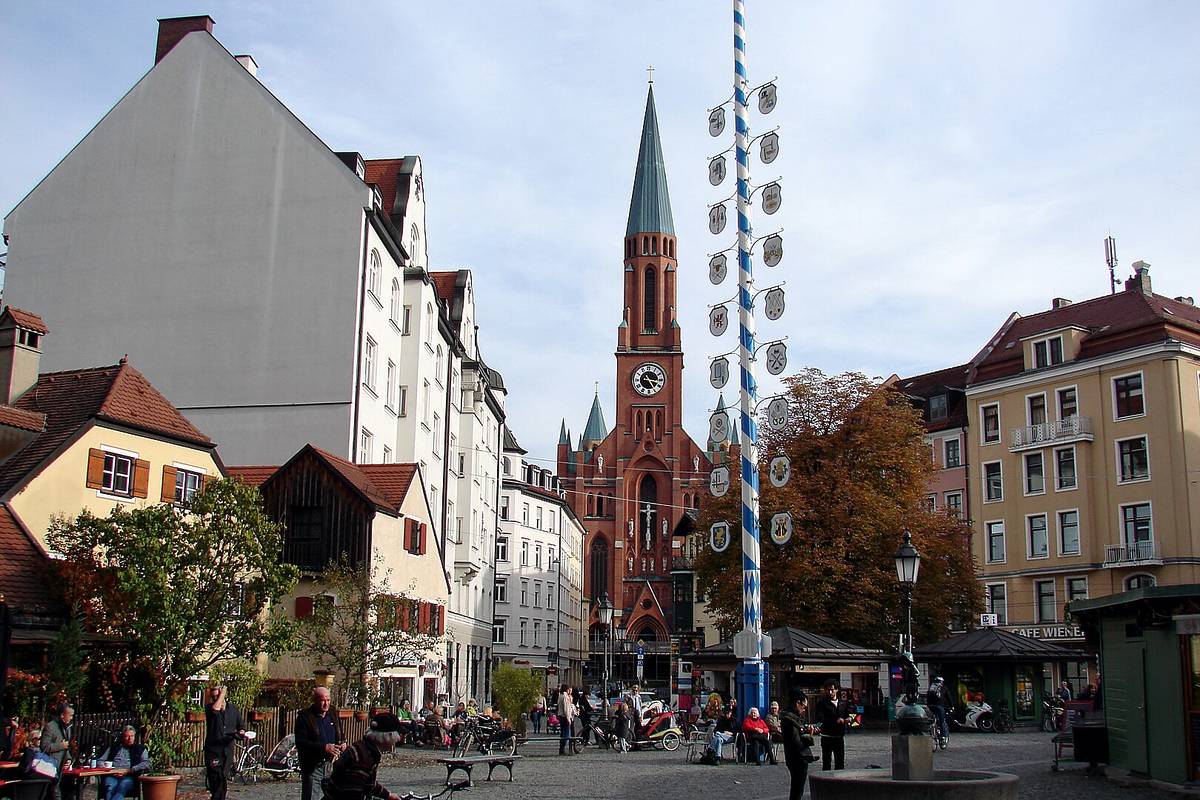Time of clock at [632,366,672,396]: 3:24
